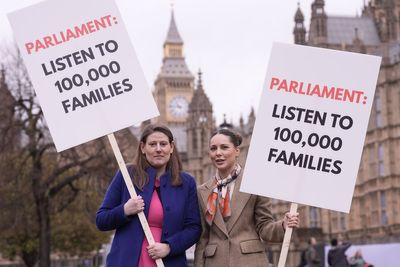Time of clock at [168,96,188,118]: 10:45
